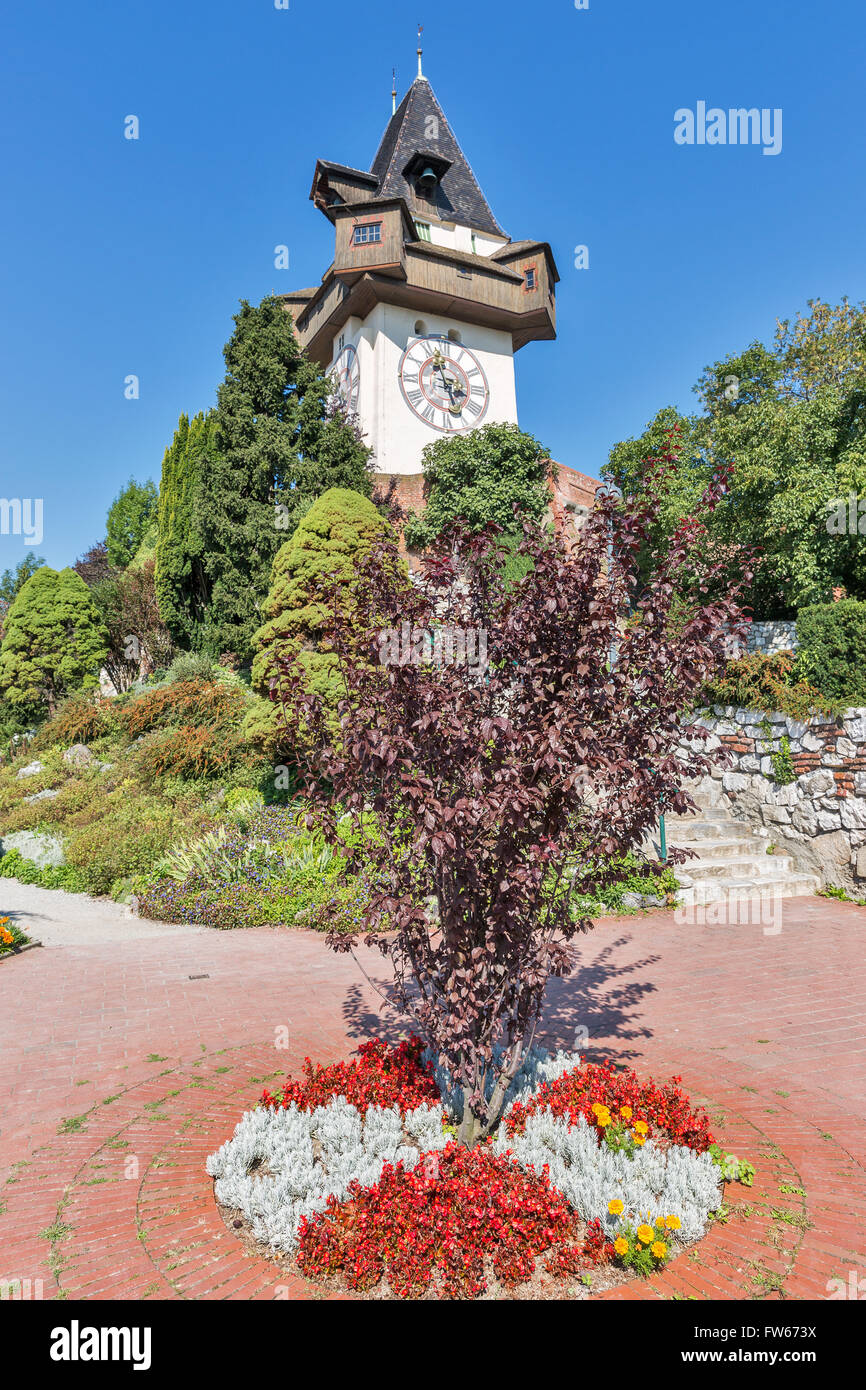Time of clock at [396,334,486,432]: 4:57
